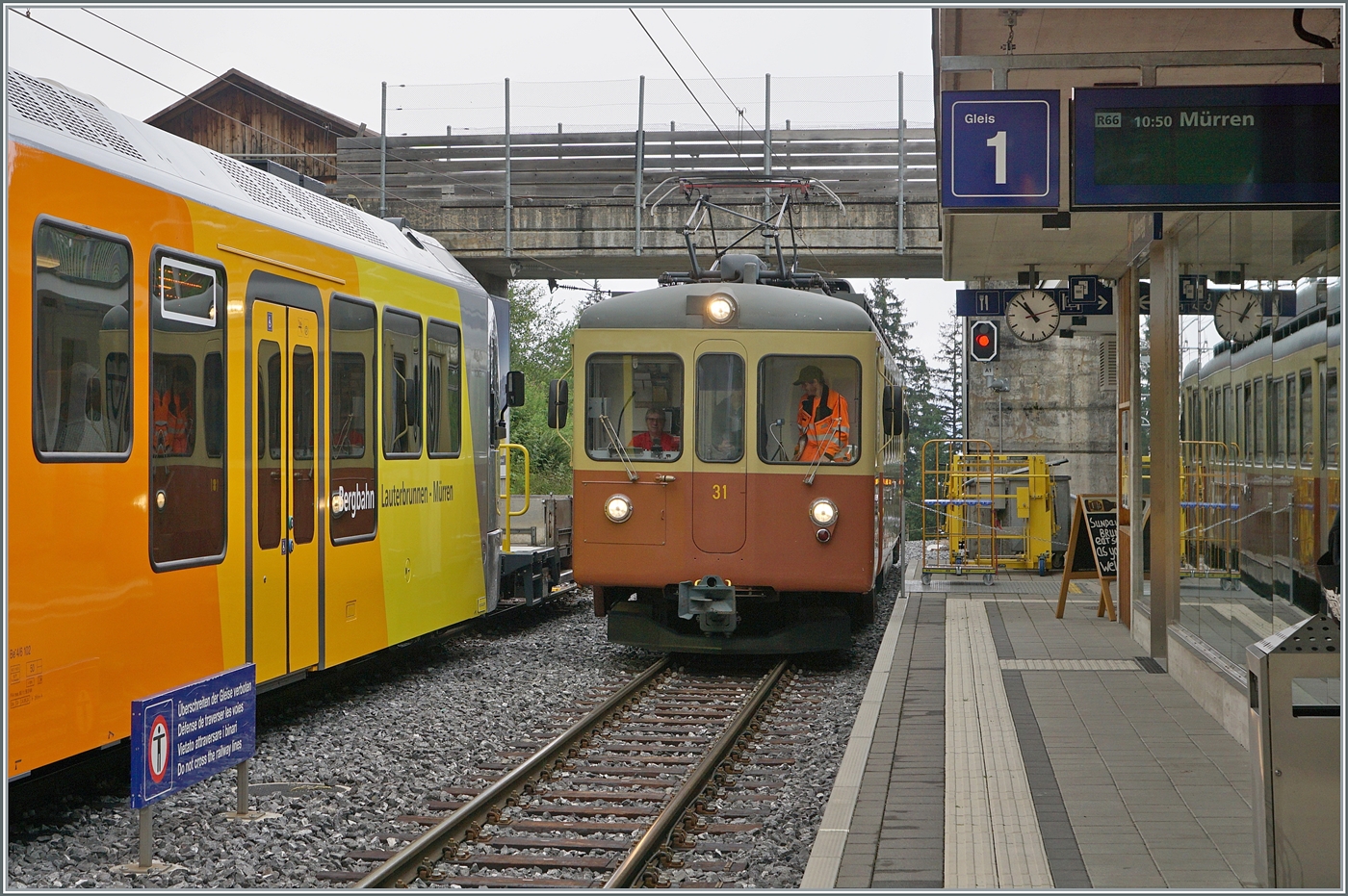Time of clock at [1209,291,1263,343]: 1:07
